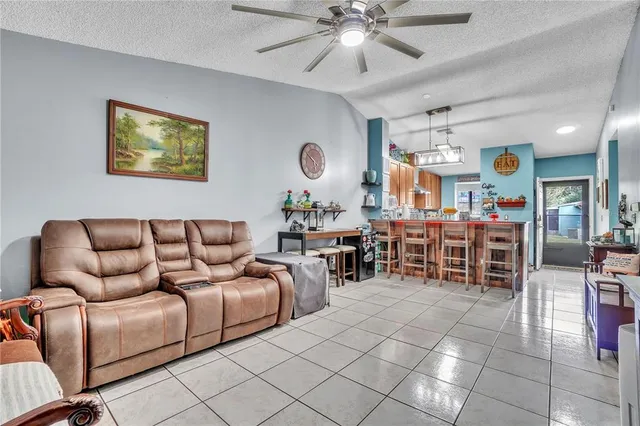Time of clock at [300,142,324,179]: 5:49
